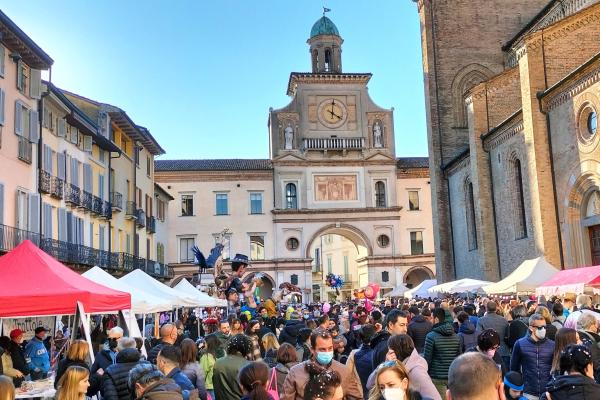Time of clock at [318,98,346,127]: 4:00
